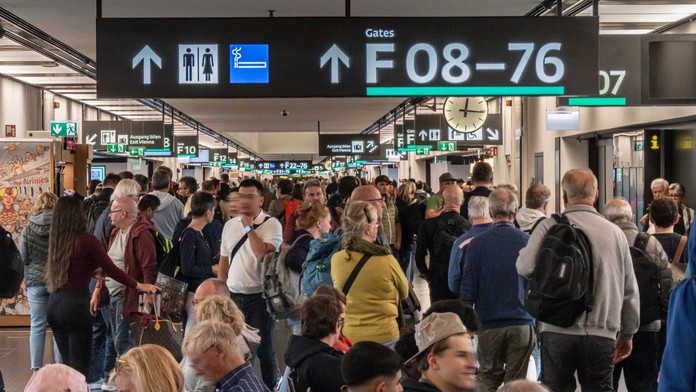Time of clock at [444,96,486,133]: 12:16
